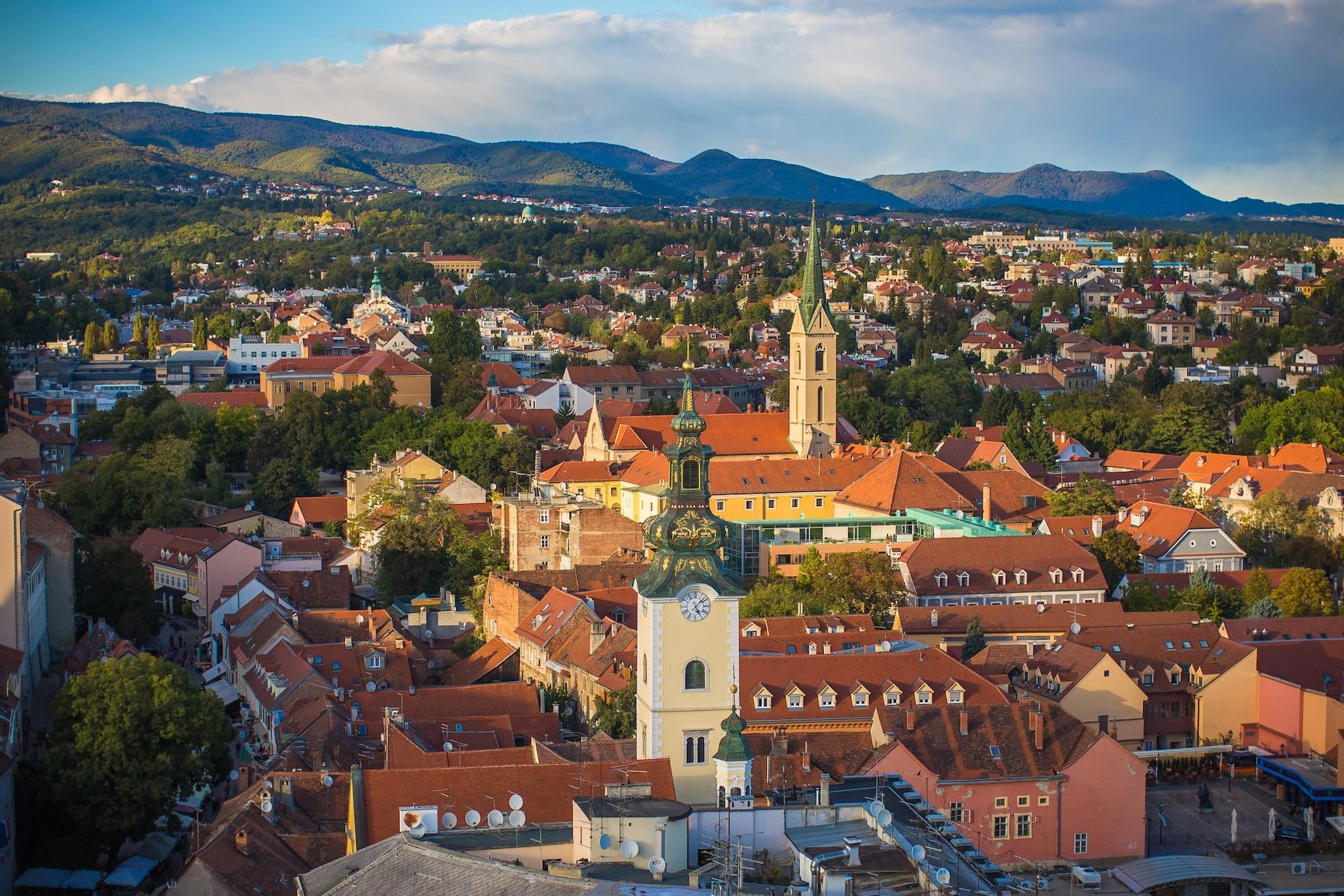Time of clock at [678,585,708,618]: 5:07
